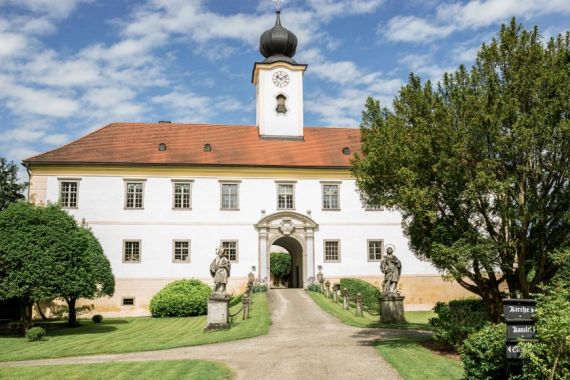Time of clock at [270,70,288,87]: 10:10
